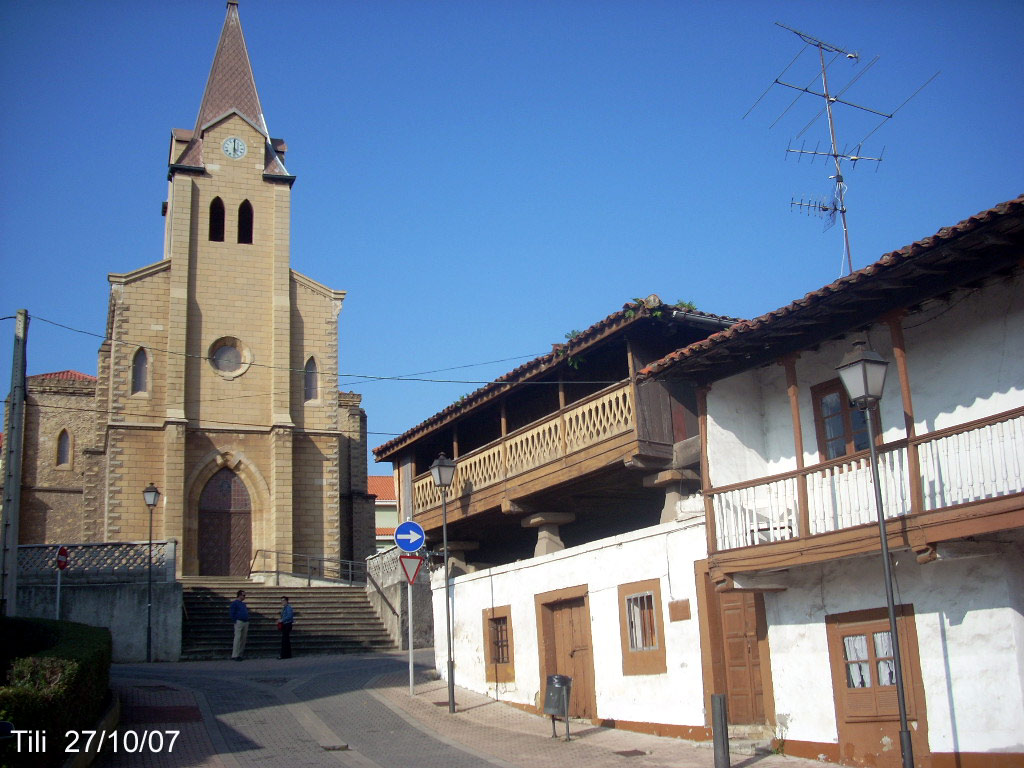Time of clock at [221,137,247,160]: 6:00
